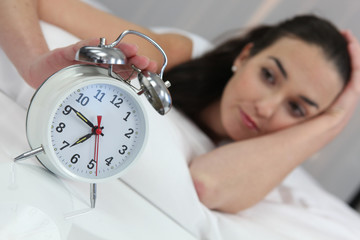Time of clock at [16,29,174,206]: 7:50
